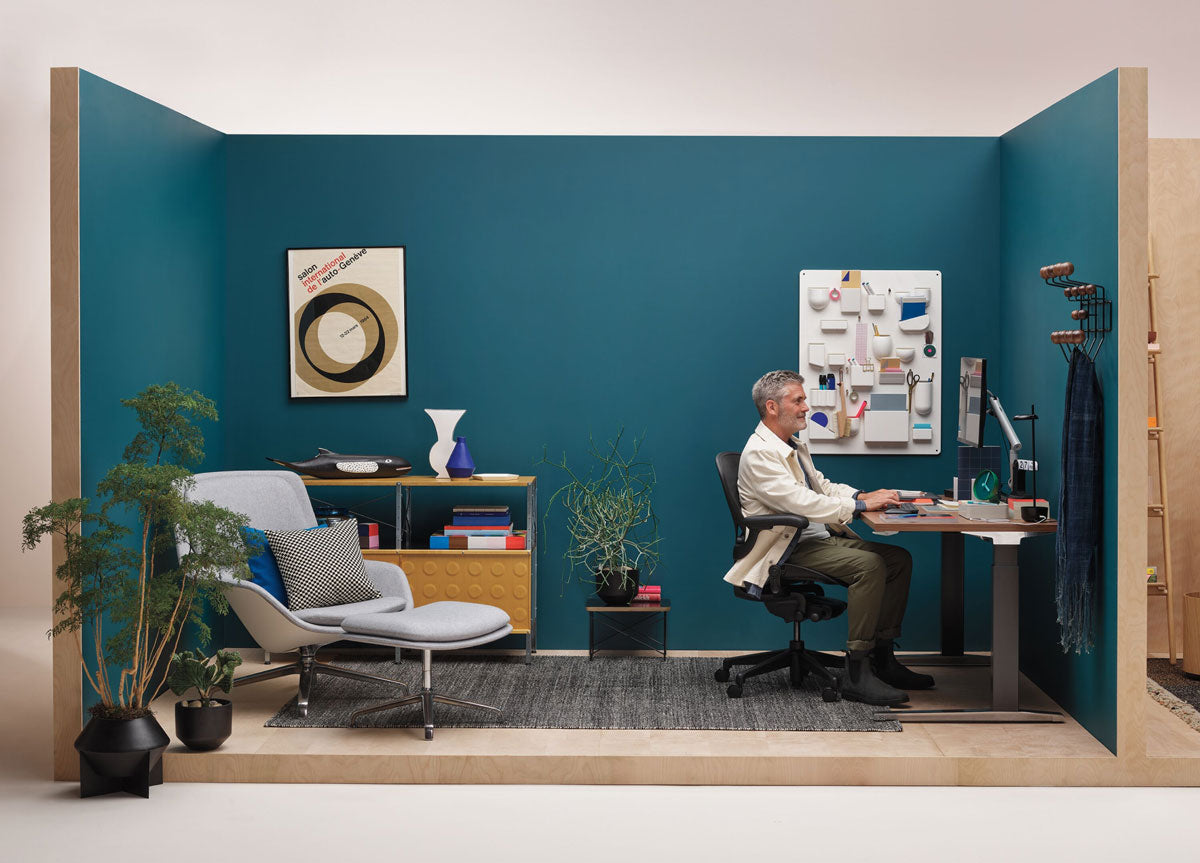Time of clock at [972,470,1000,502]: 4:04
